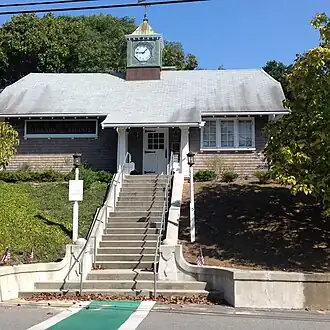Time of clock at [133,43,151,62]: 9:07
